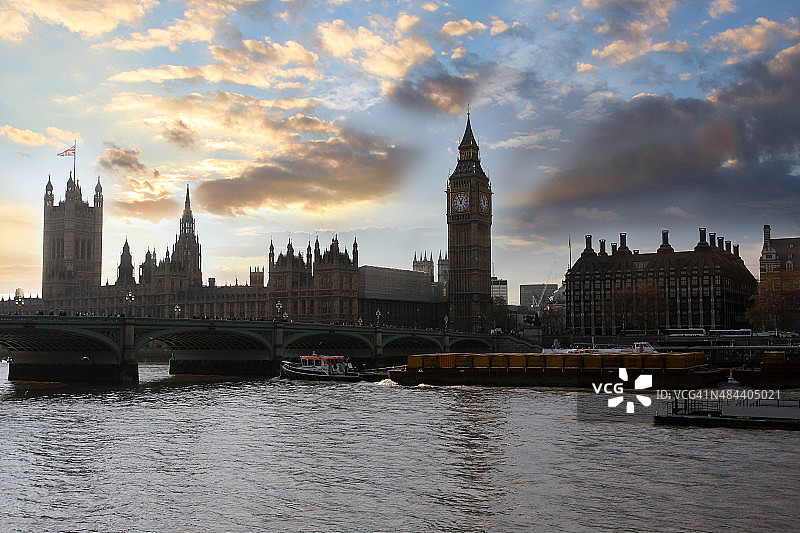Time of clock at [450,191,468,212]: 12:55
